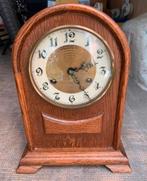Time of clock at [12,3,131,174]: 2:24
